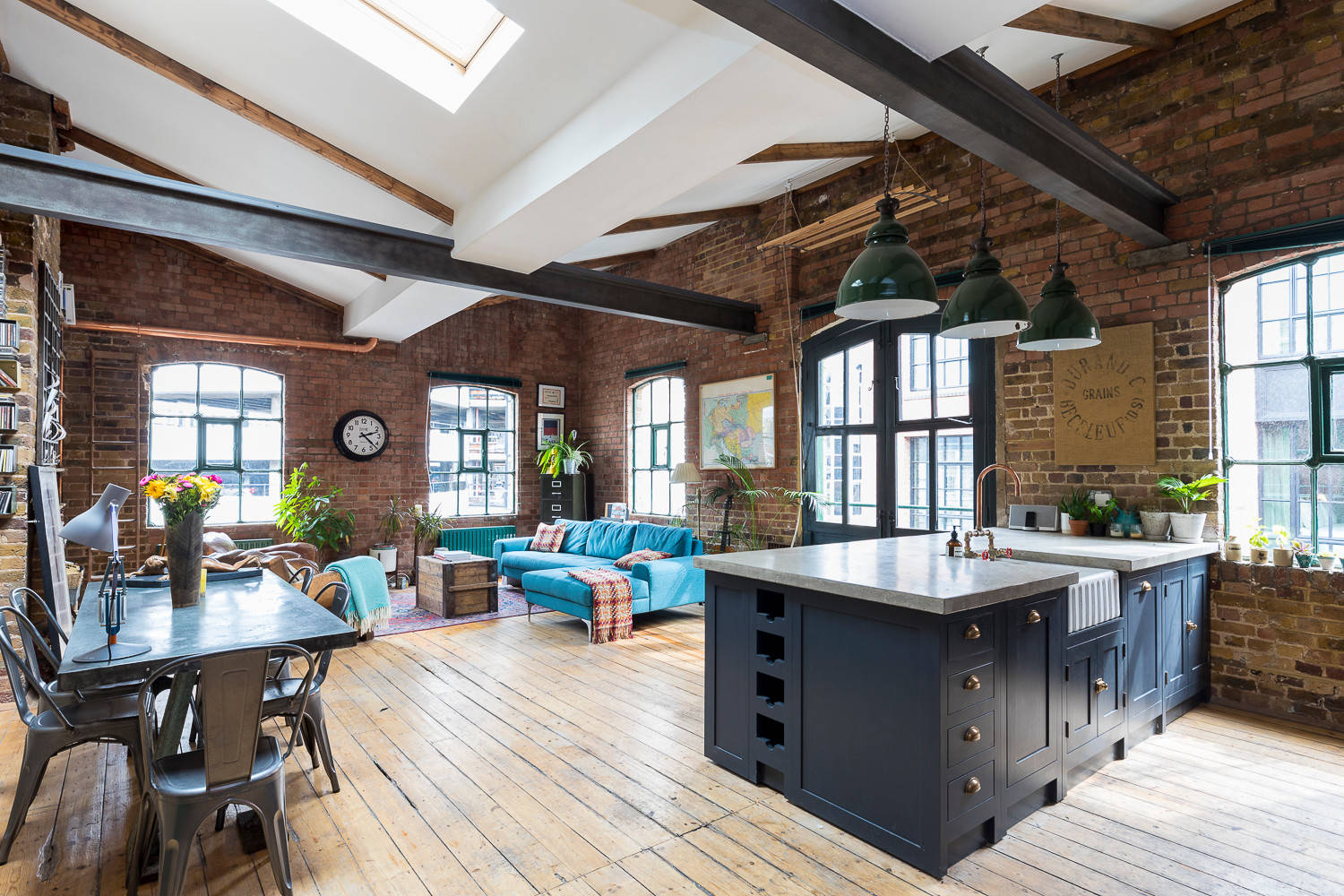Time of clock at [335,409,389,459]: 2:22
